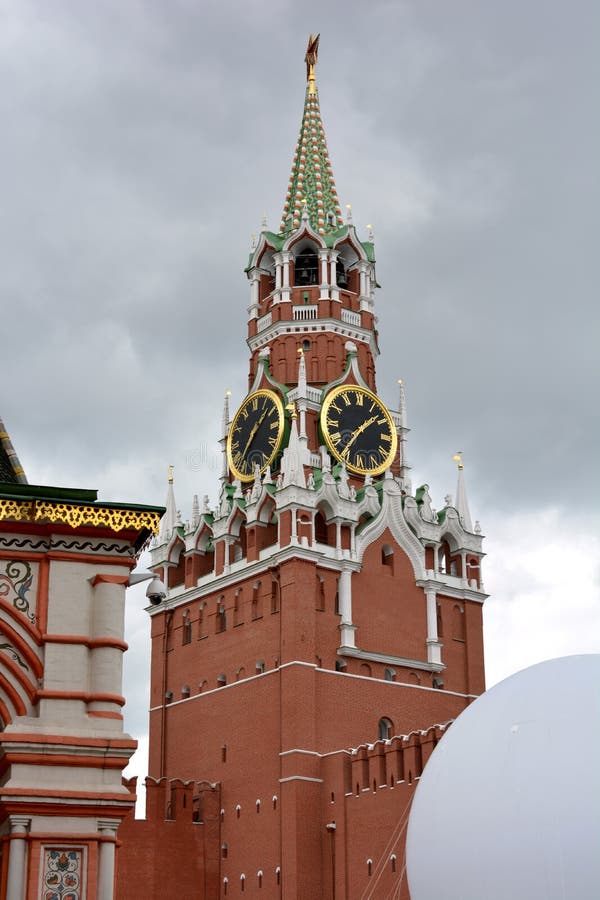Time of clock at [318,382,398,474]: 1:36
